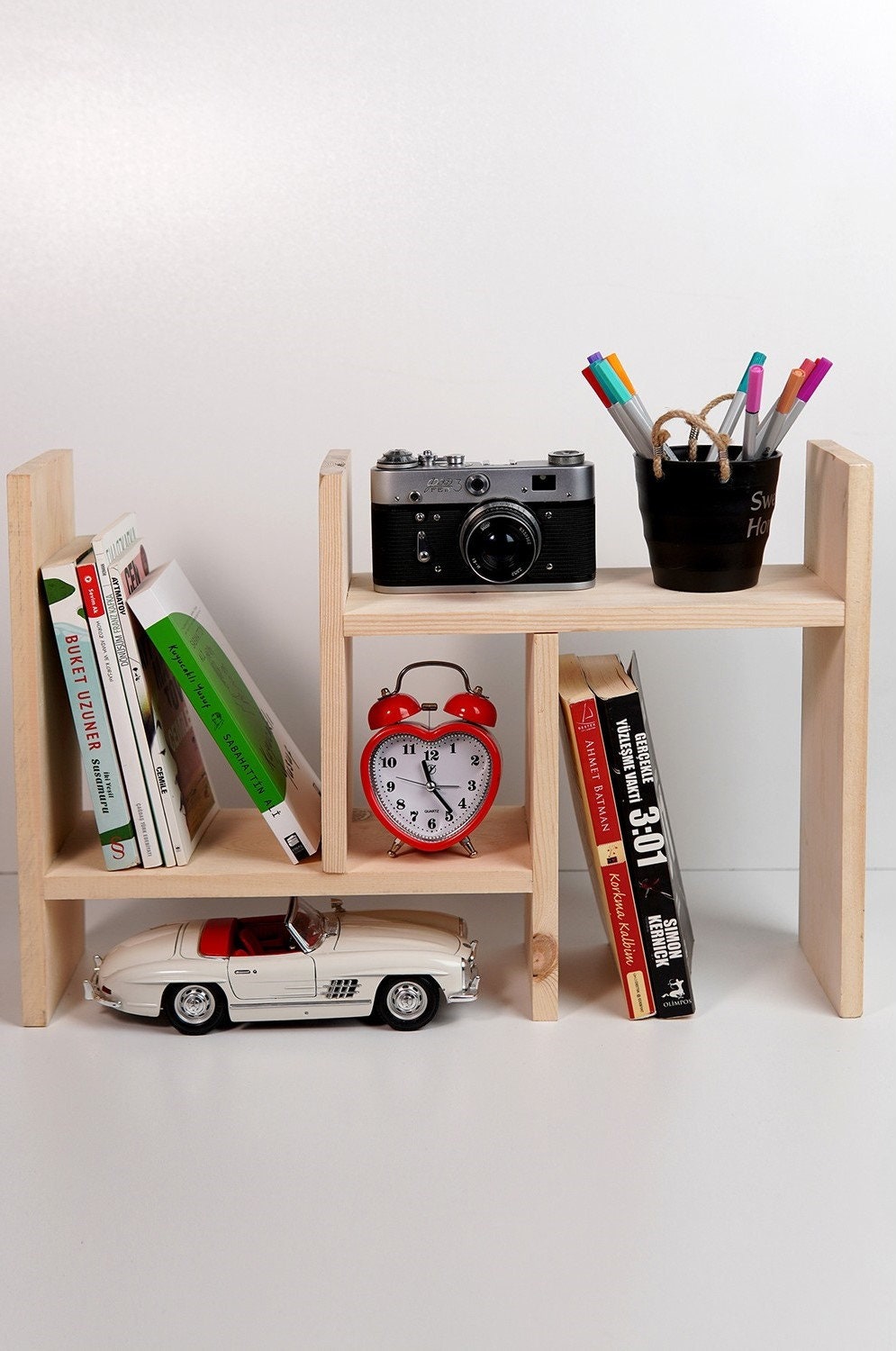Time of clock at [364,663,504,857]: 11:23
